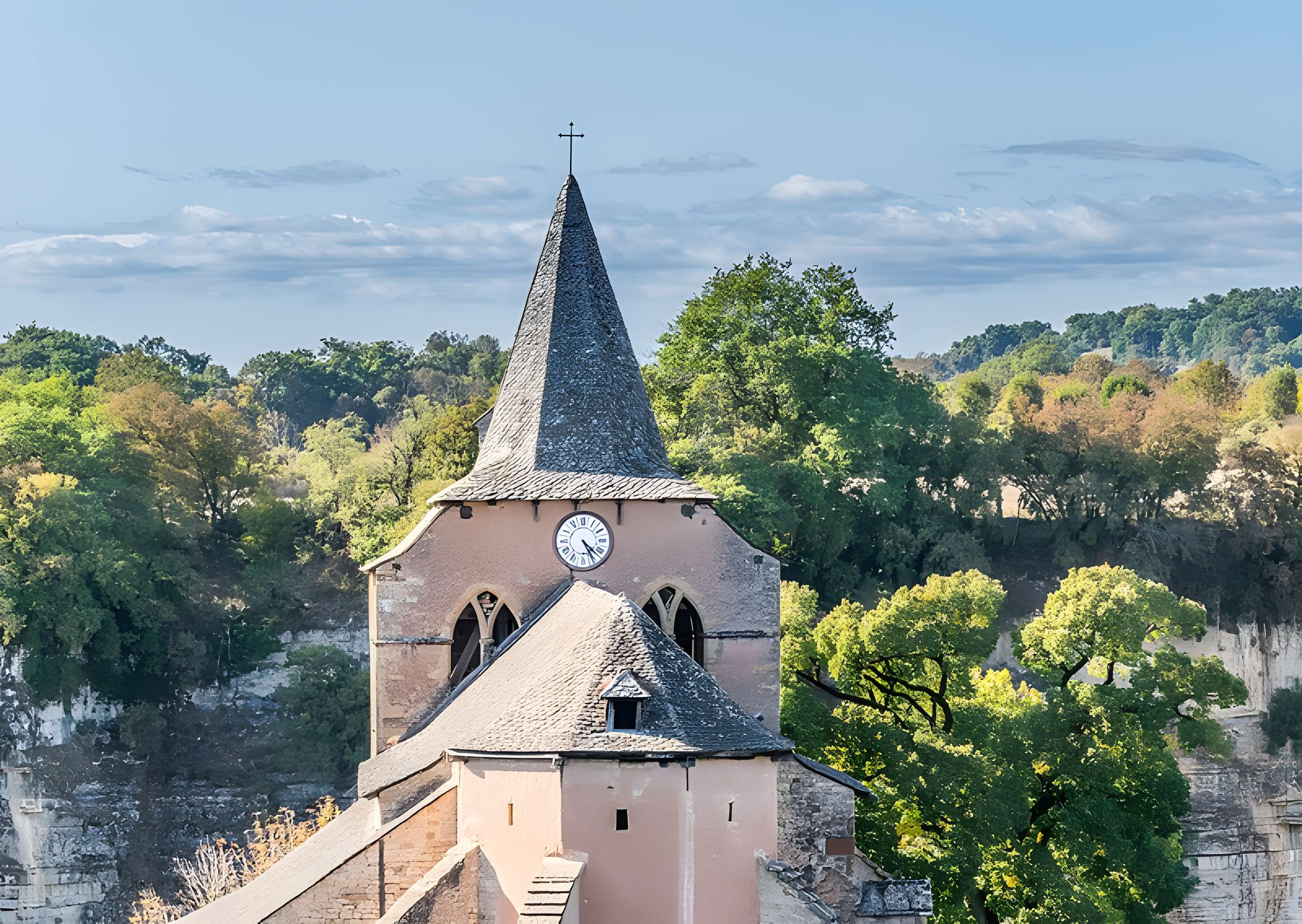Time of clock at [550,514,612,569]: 4:25
